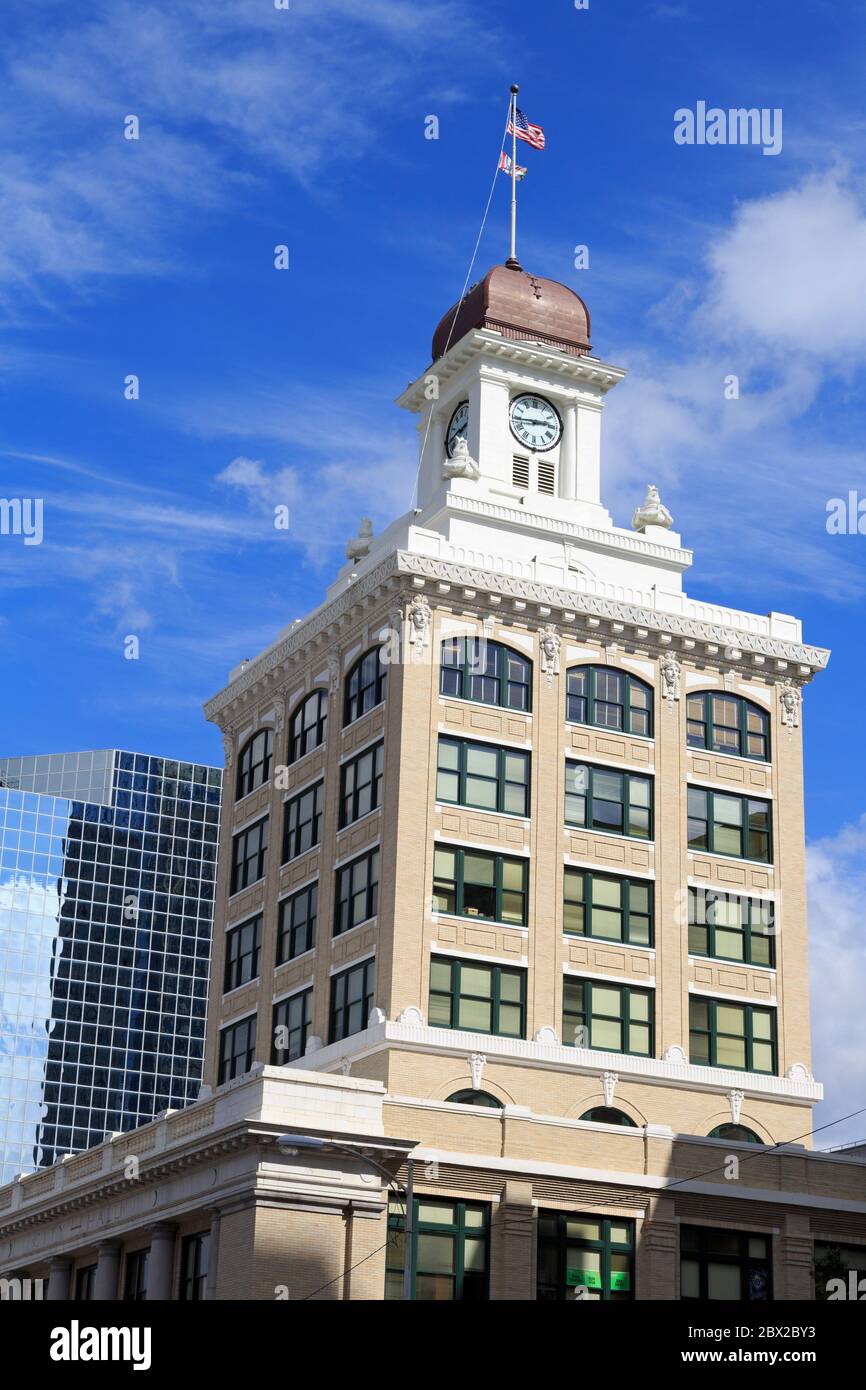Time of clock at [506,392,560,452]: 2:44
